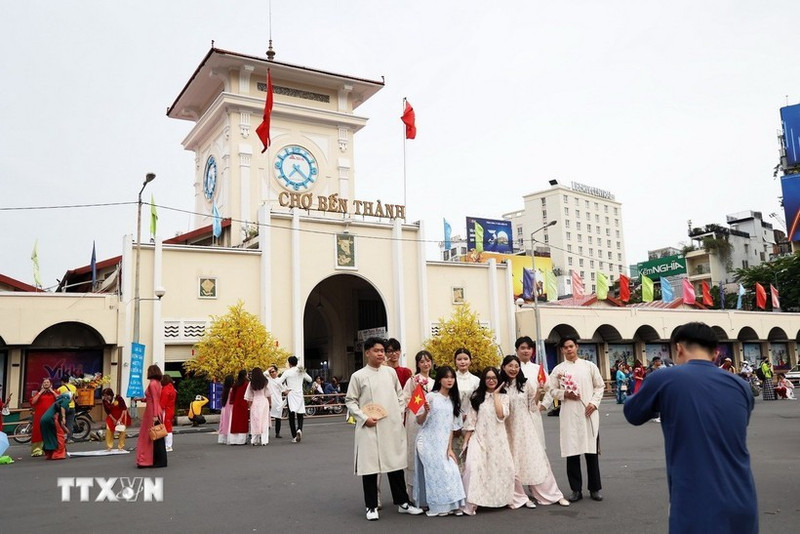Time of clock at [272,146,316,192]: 7:21
